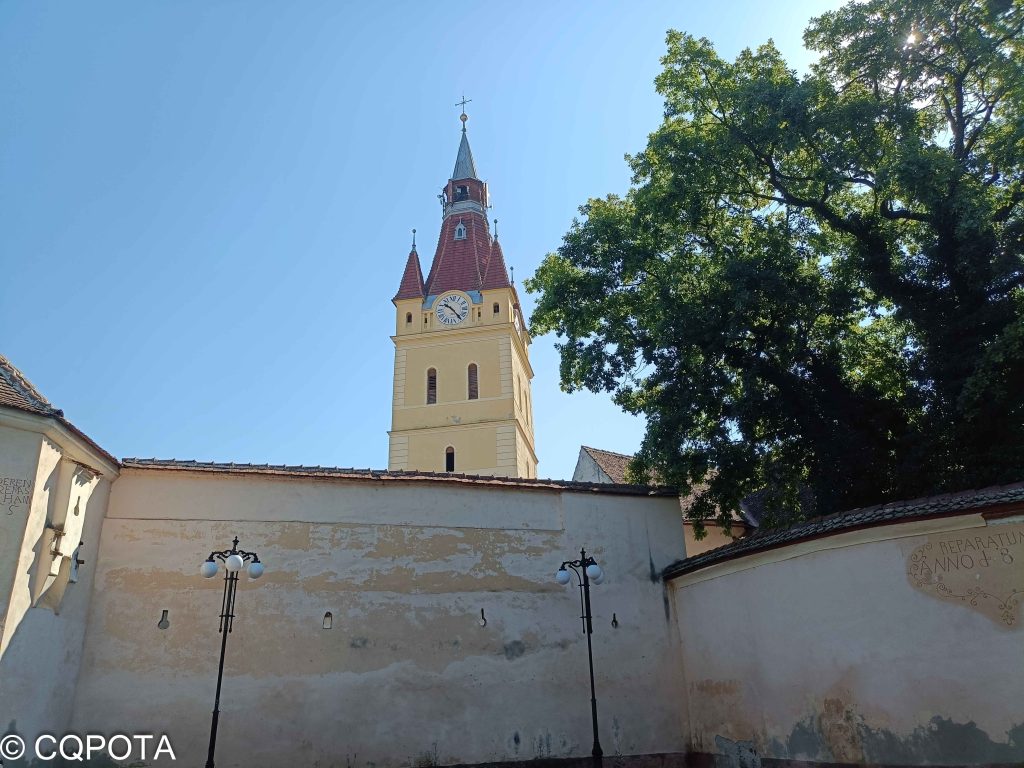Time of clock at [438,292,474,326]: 10:23
